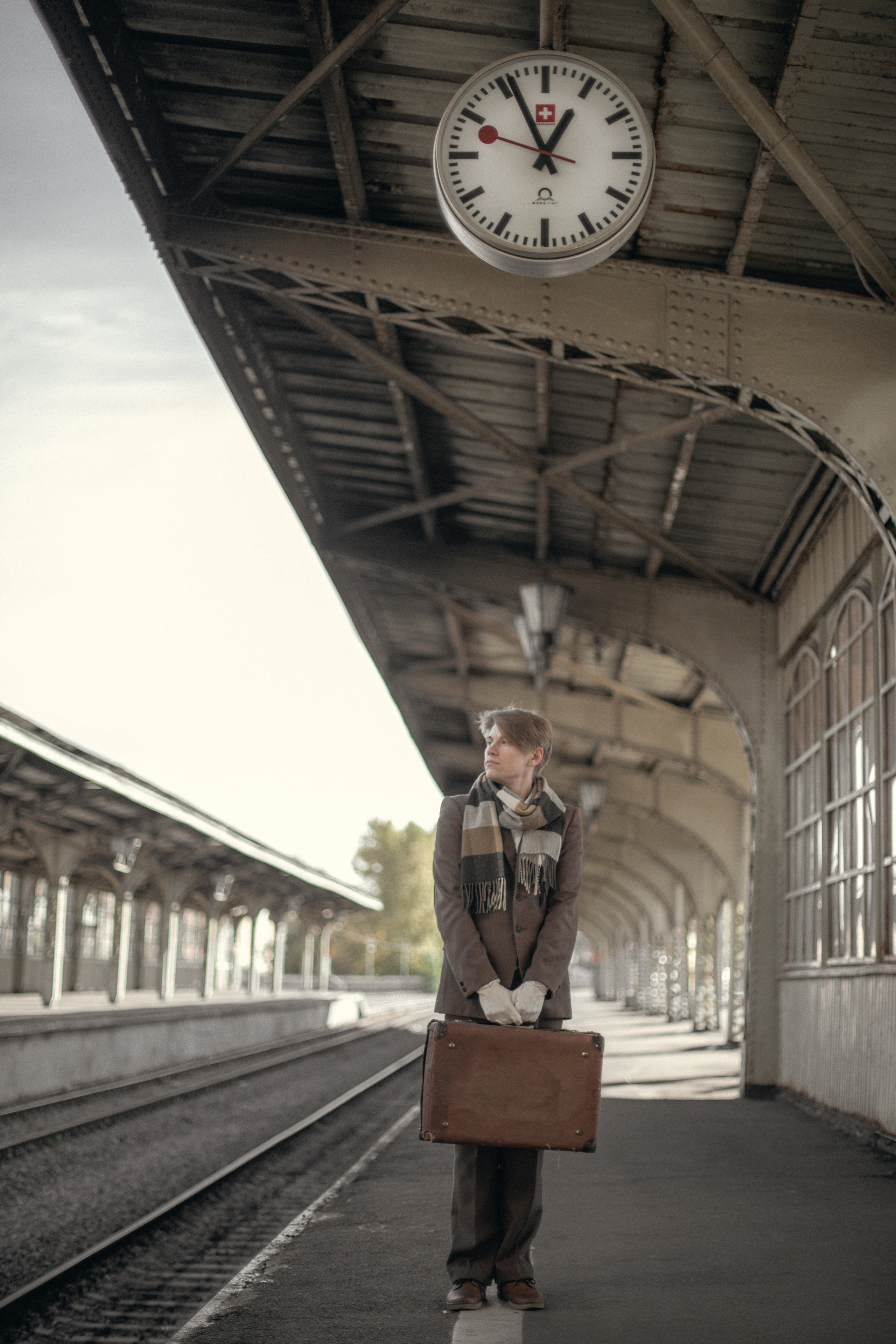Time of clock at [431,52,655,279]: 12:56
